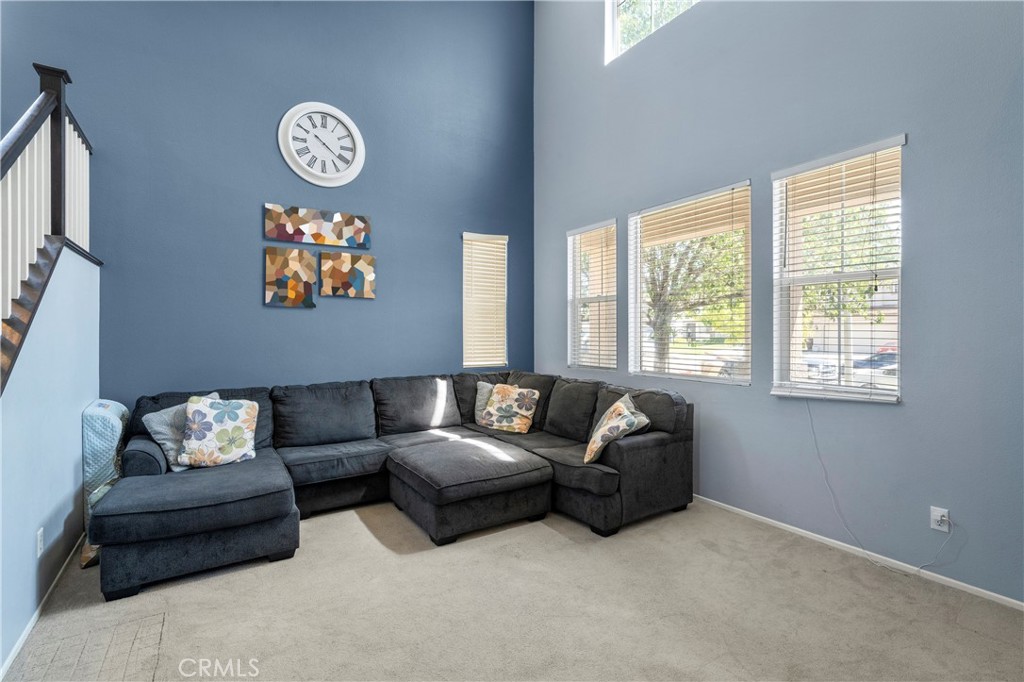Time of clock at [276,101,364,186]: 10:20
